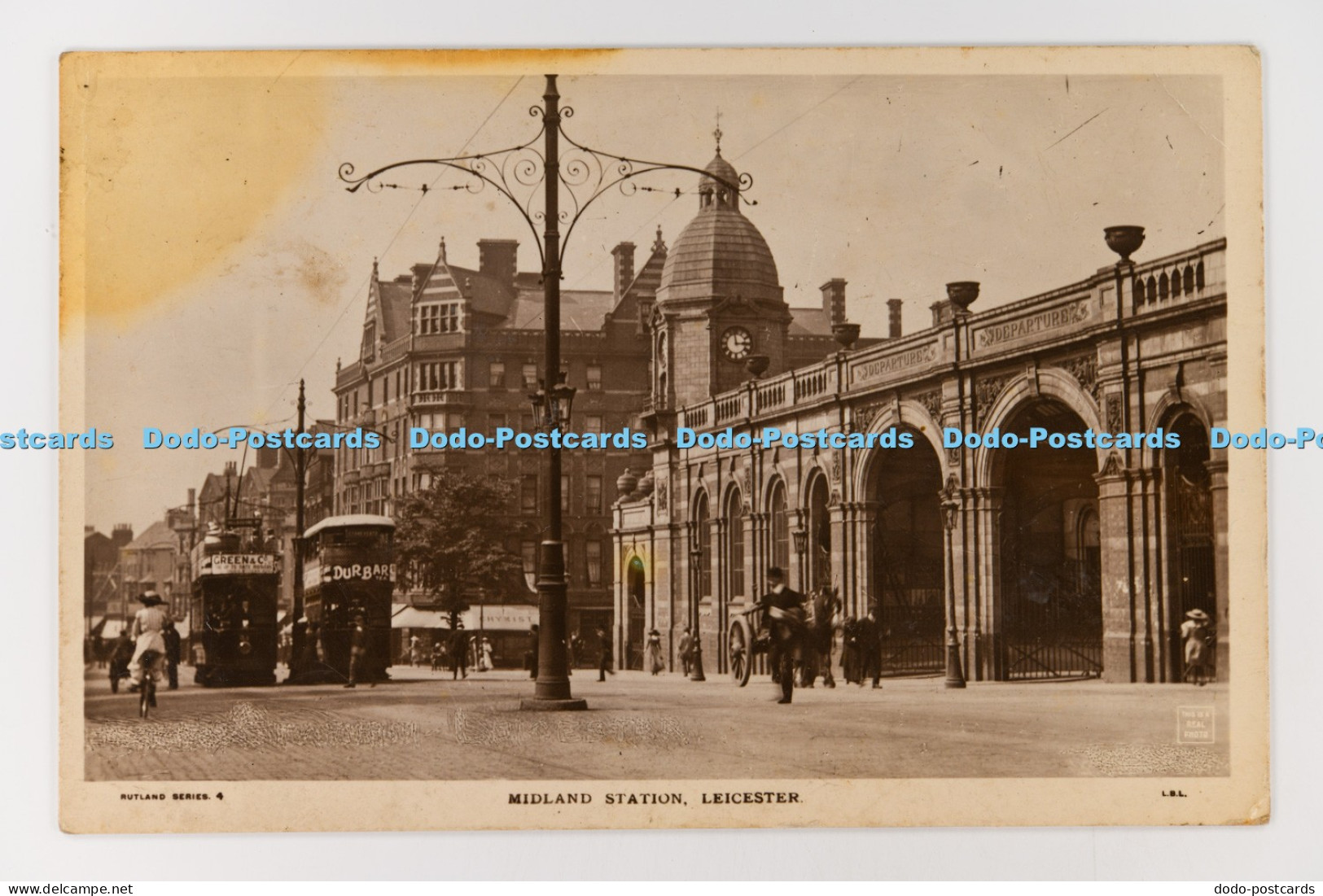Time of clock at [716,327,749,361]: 2:58
